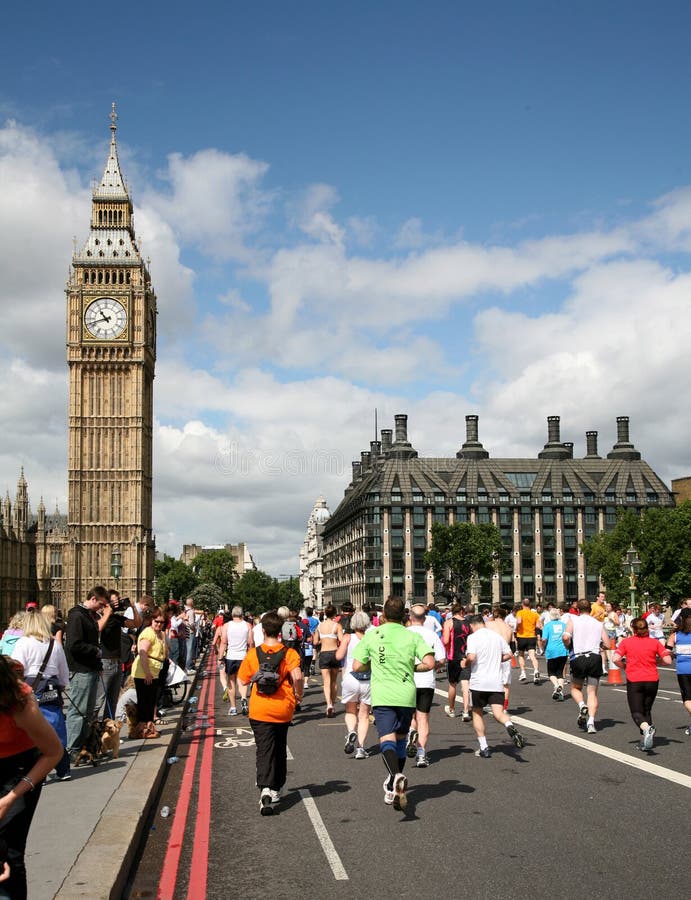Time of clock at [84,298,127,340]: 10:42
